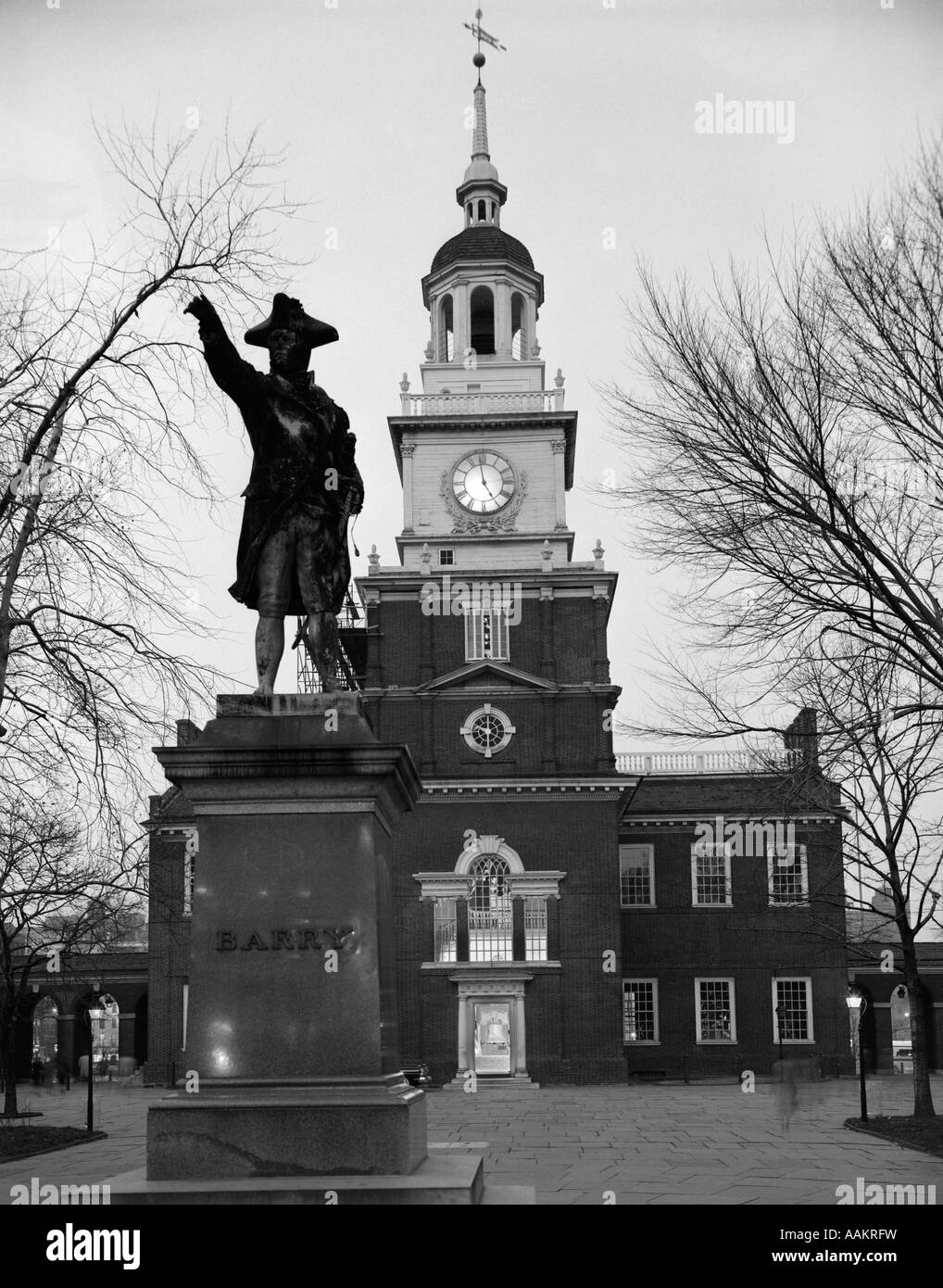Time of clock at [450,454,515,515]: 4:58
